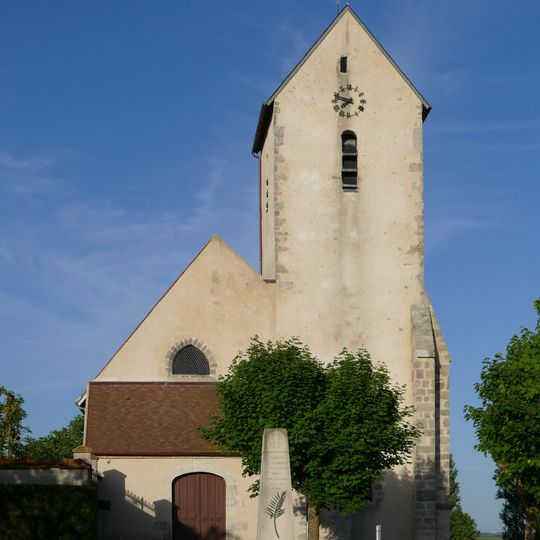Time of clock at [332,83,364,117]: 7:47
